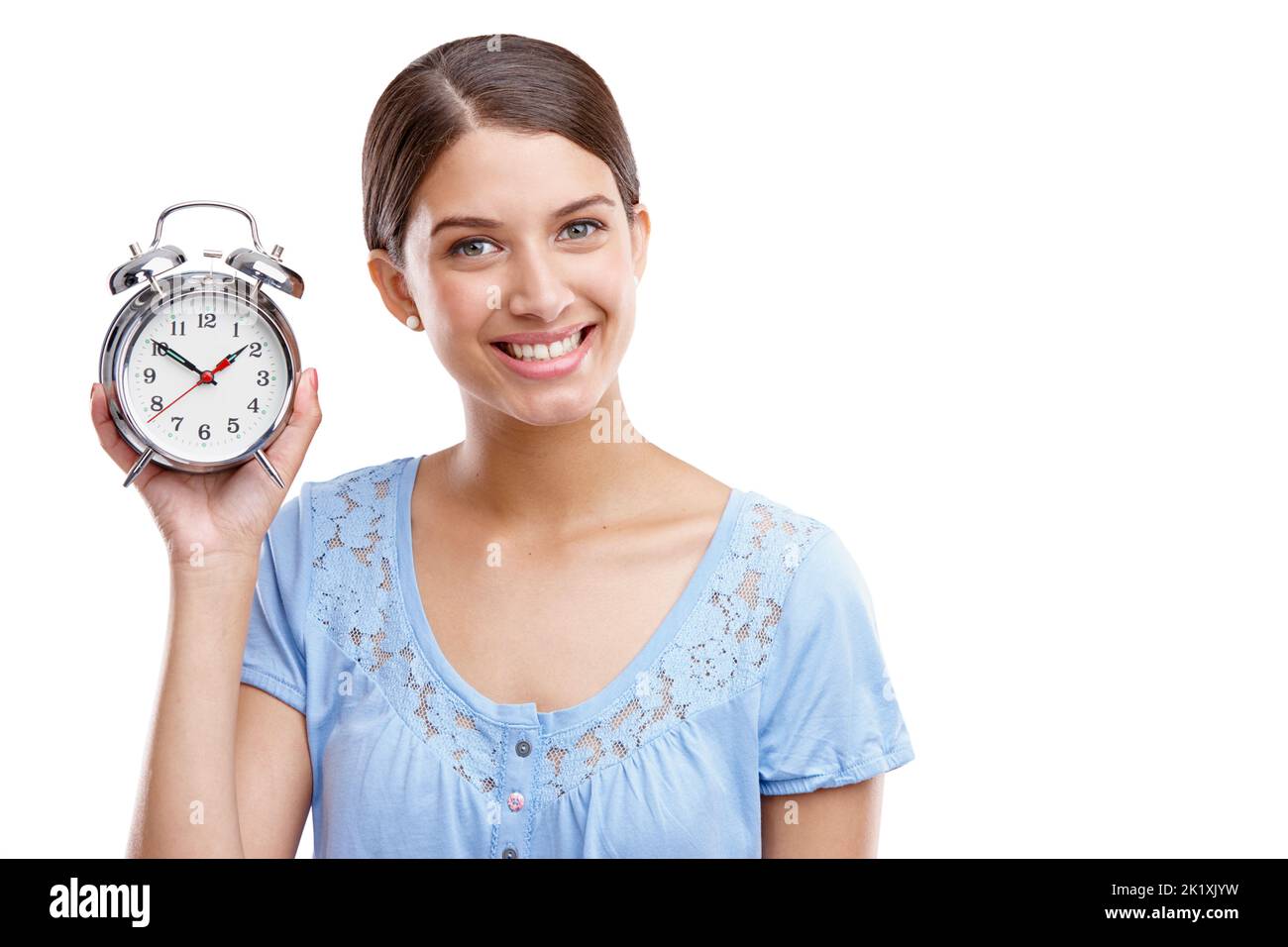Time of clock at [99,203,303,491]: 1:50
